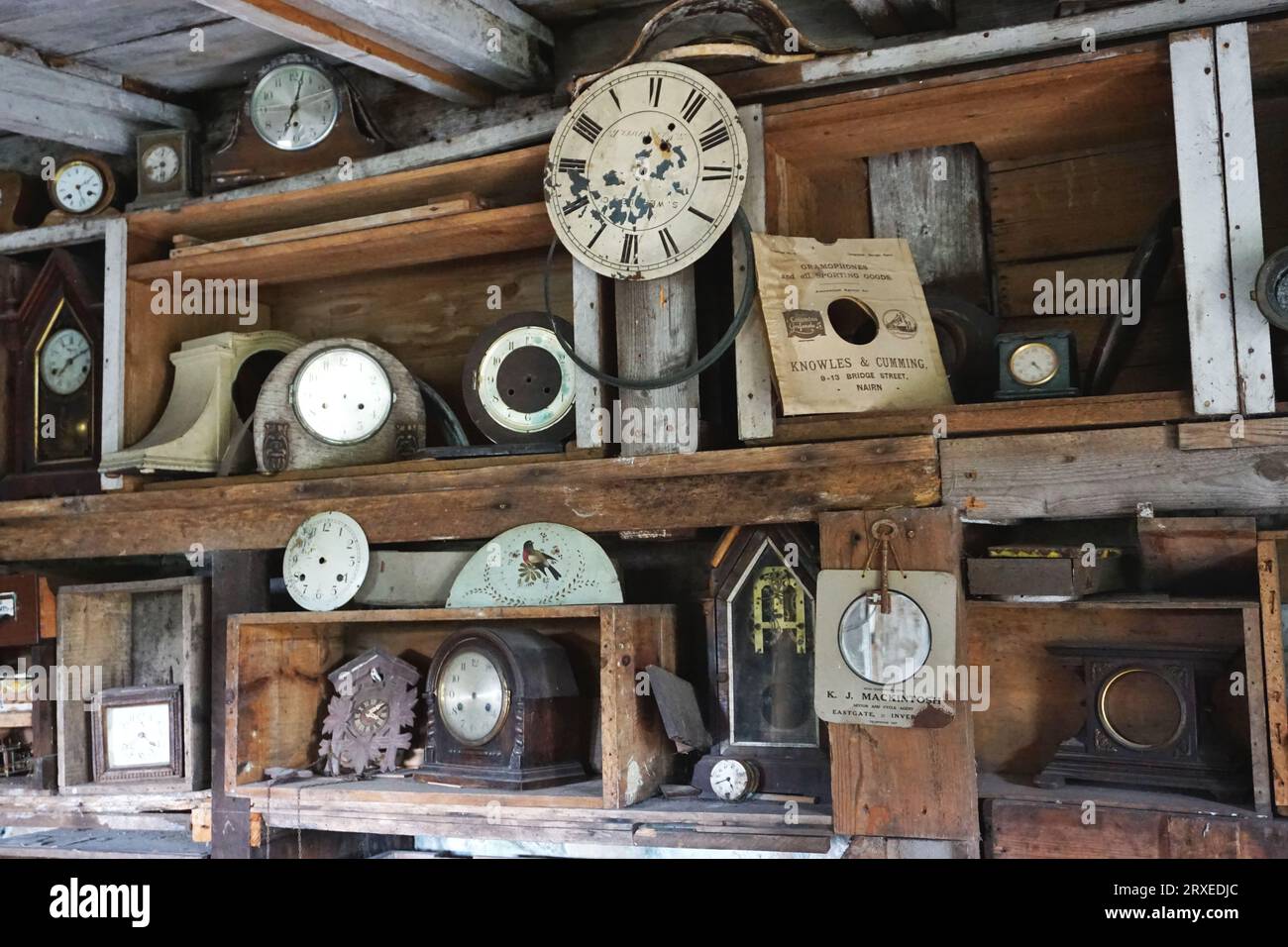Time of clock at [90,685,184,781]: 4:21
